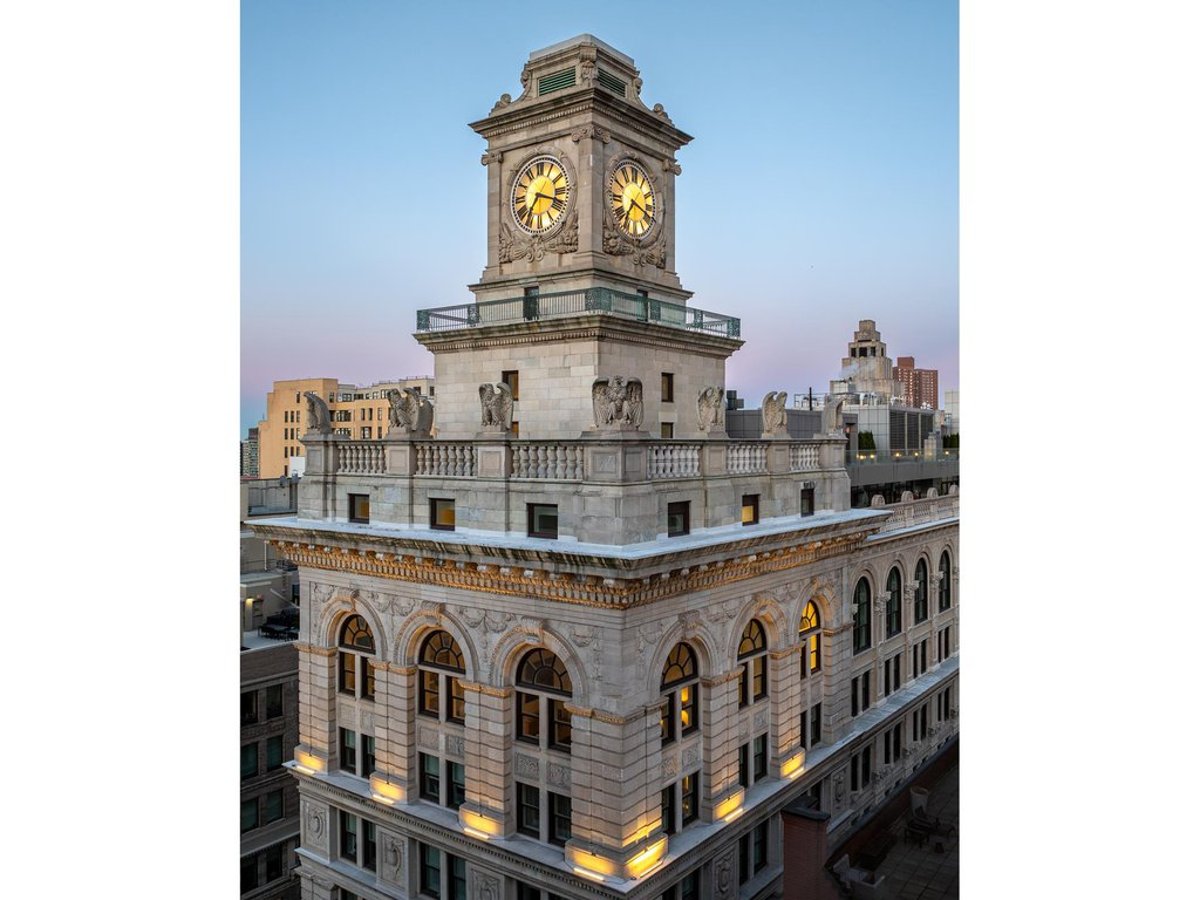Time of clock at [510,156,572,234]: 7:18
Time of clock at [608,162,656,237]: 7:18
